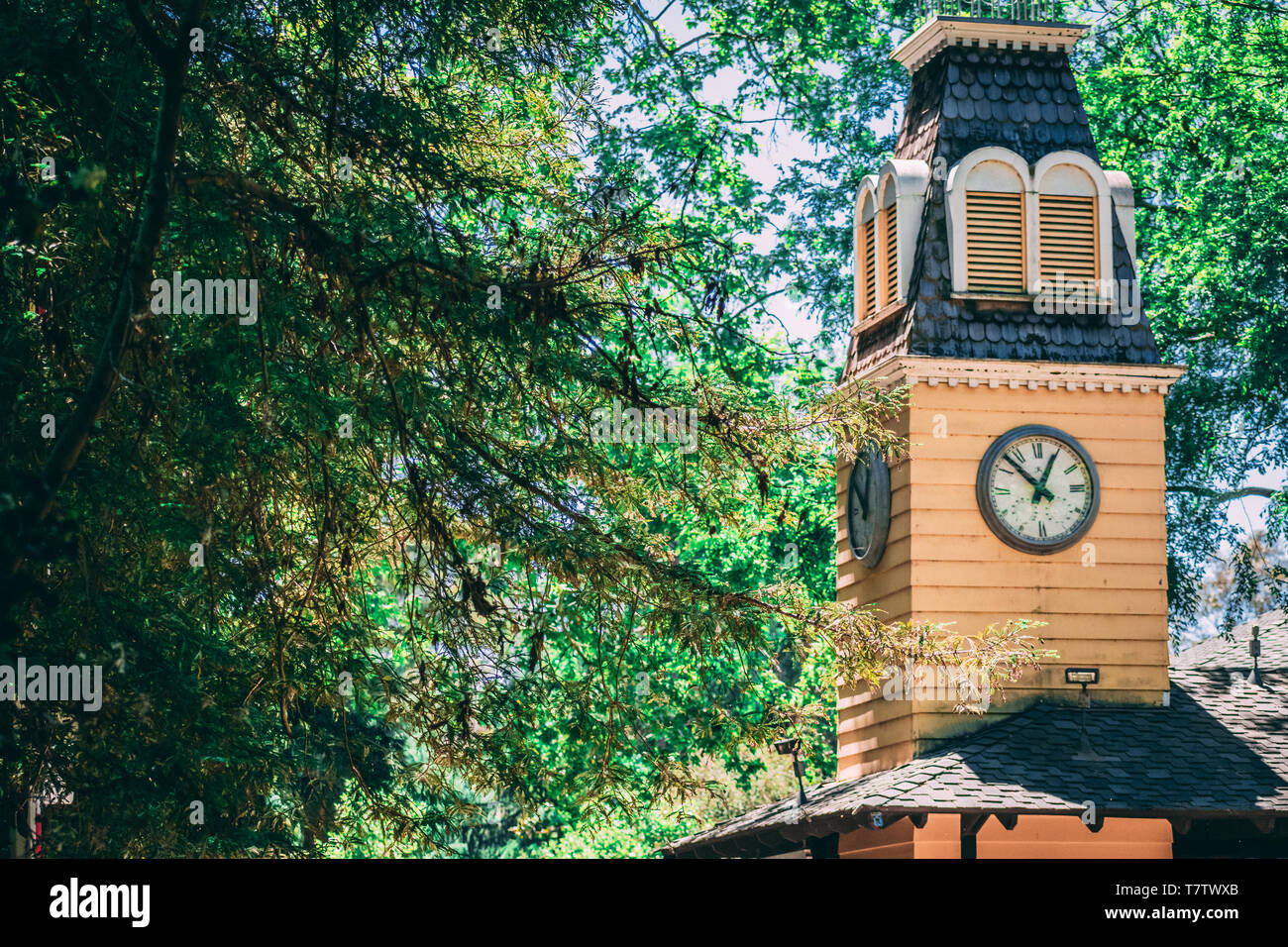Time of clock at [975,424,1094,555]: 12:52
